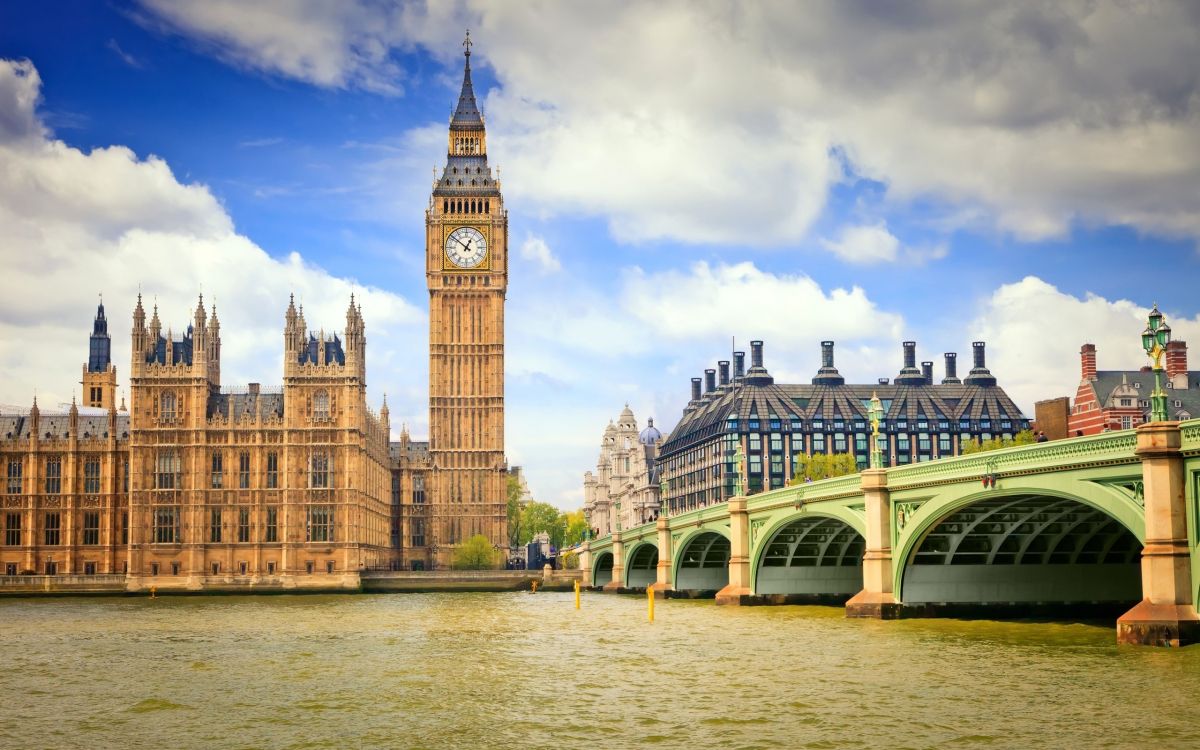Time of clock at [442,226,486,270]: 12:51
